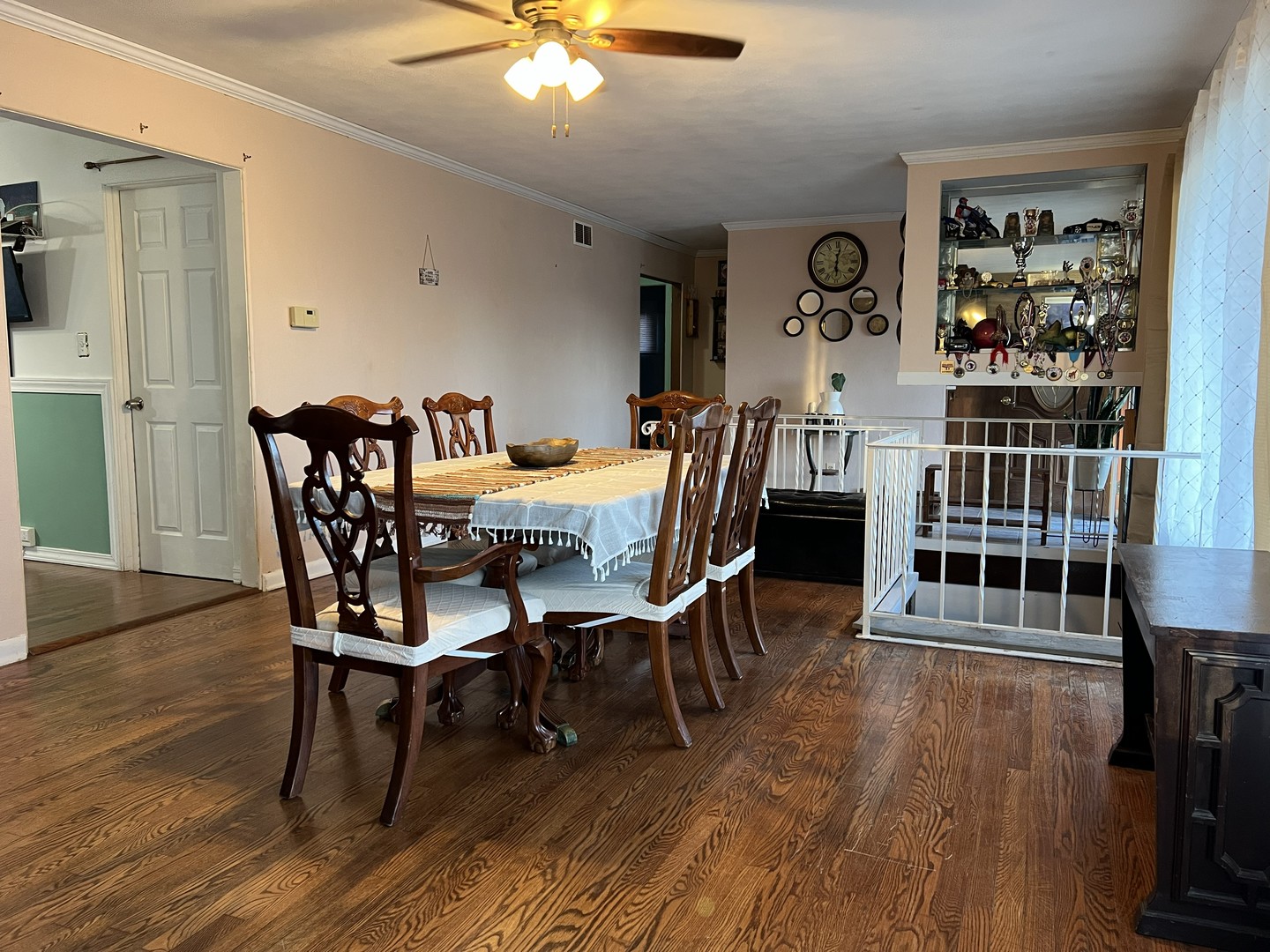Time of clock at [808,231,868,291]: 6:01
